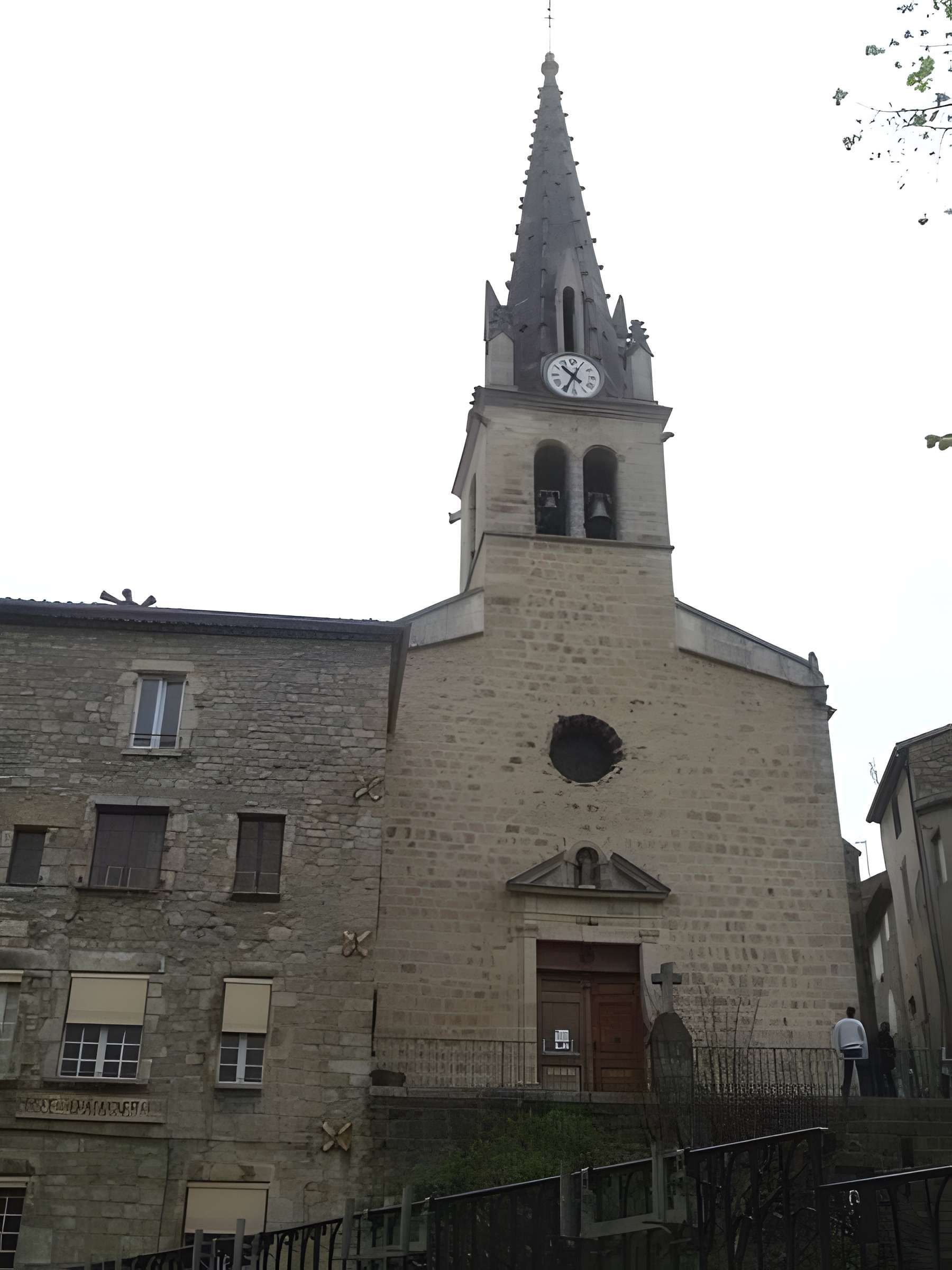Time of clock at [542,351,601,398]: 10:34
